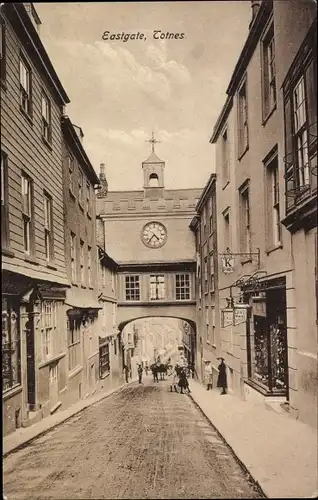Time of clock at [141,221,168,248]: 4:36
